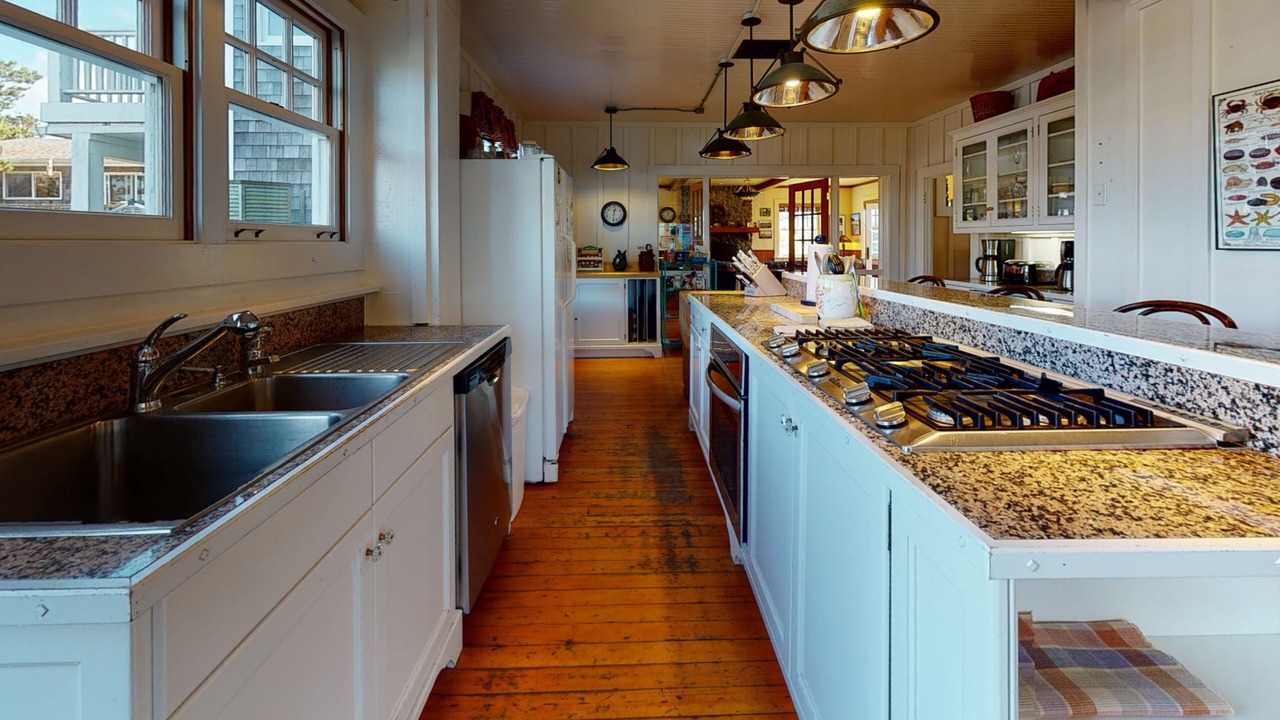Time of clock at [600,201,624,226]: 12:29
